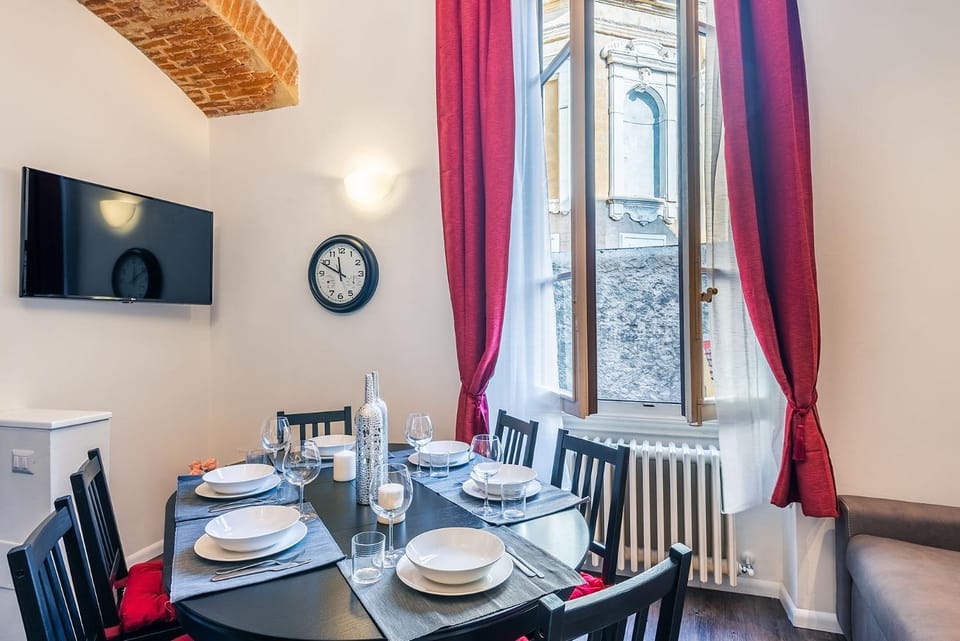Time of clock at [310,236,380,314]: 11:49
